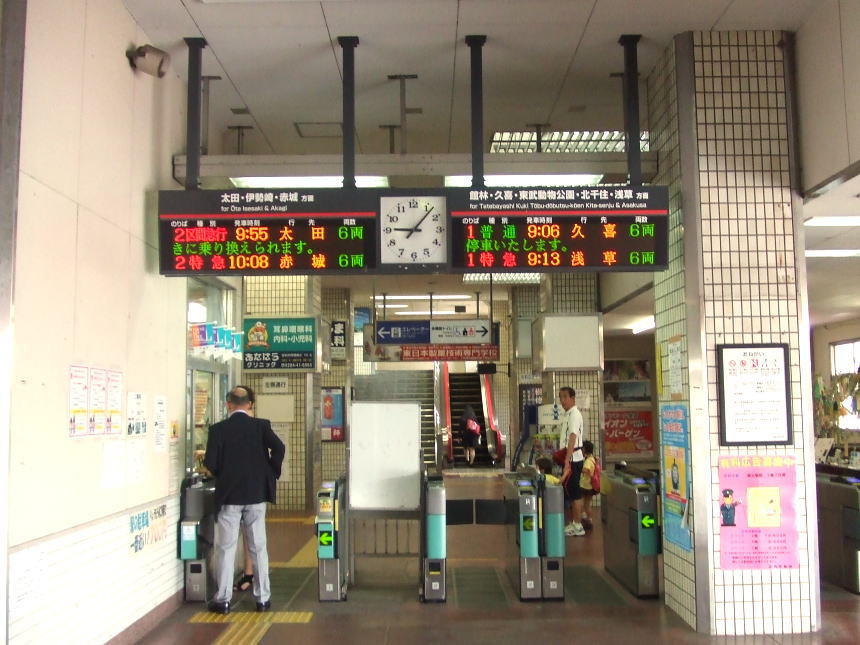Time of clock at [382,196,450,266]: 9:07
